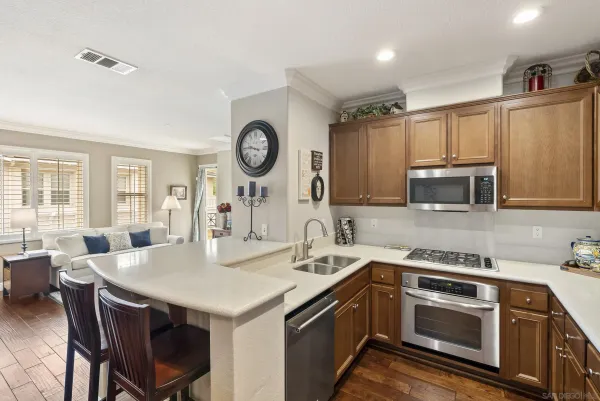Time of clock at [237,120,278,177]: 9:45
